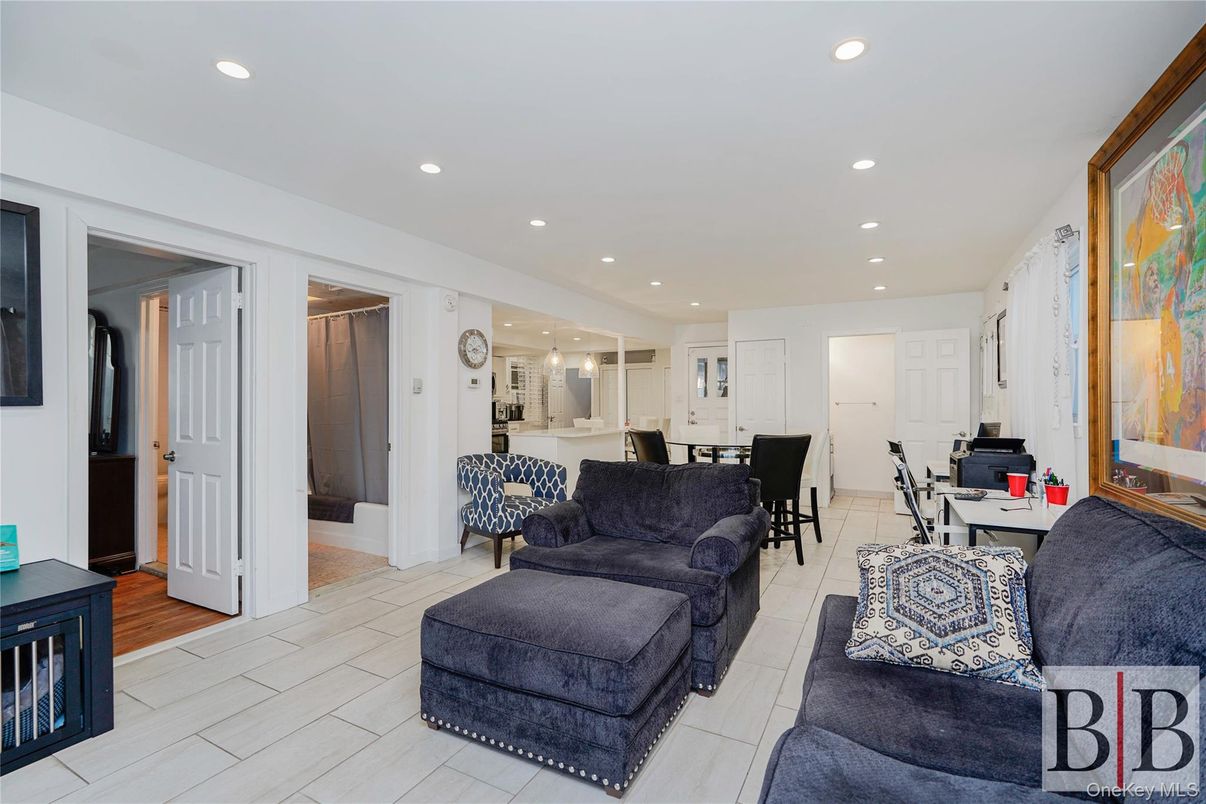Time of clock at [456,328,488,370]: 8:16
